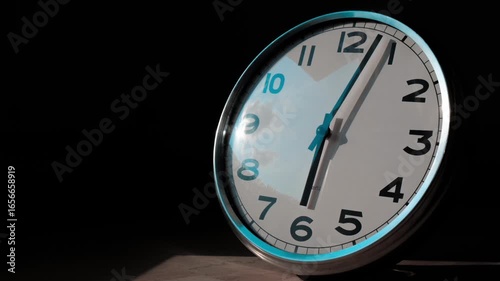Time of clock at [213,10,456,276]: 6:03
